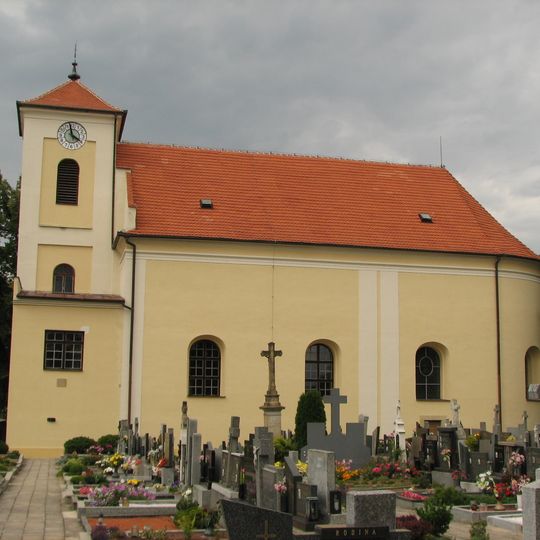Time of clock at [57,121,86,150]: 3:58
